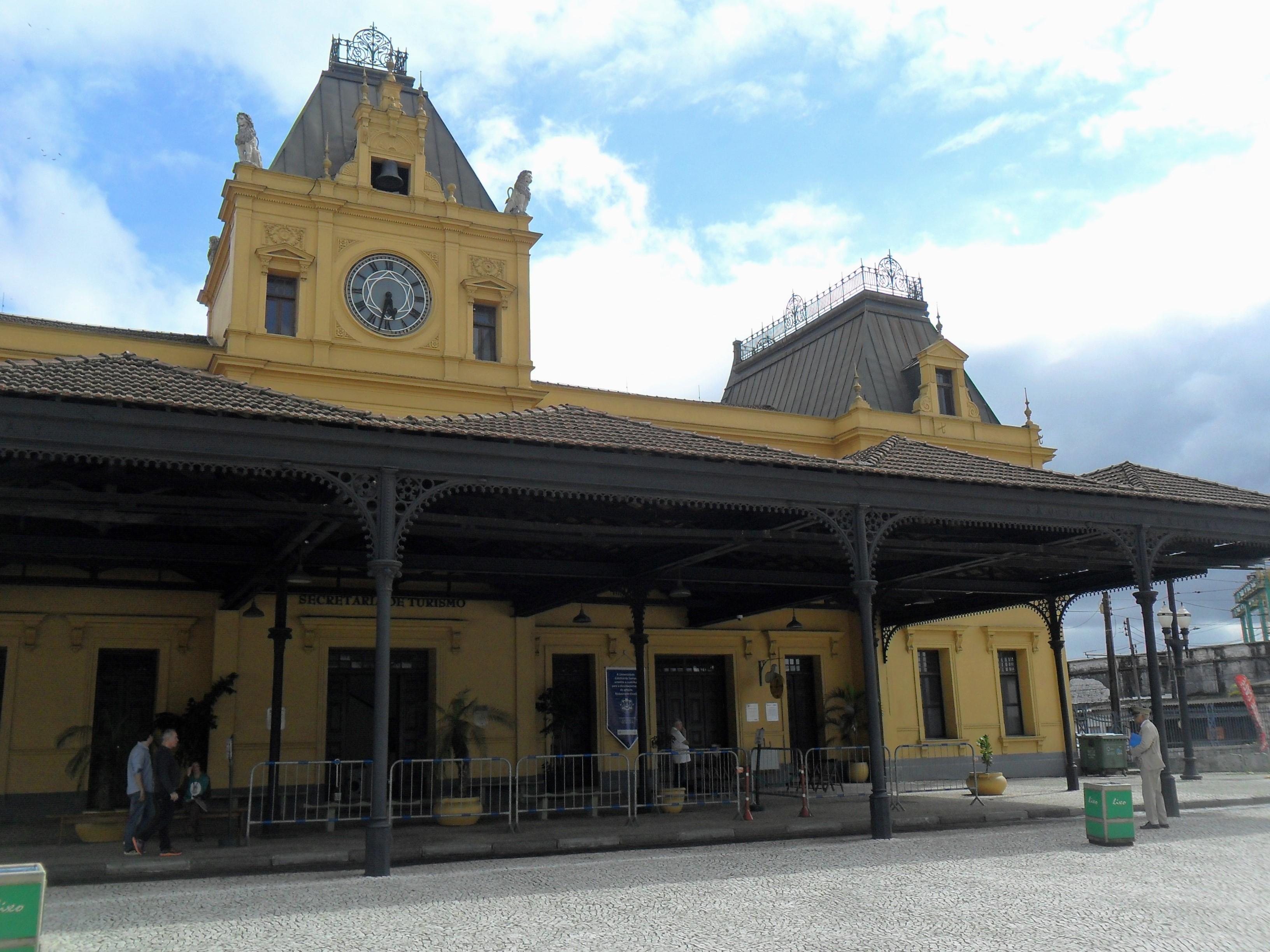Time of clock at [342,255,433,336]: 5:32
